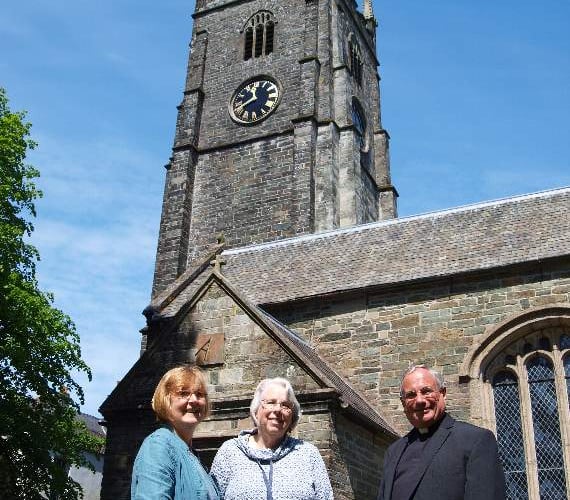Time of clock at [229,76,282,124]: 11:40
